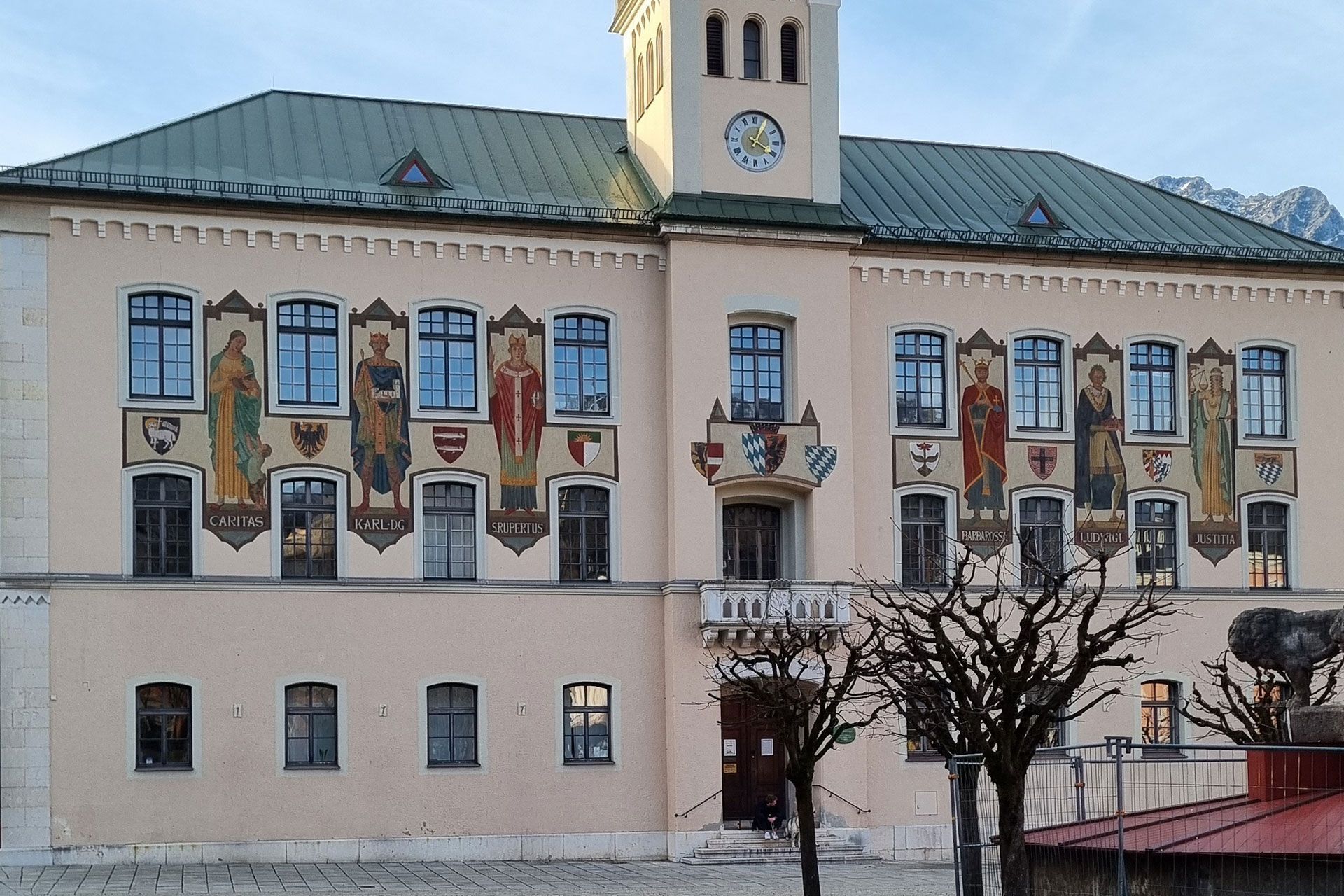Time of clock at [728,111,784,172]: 4:04
